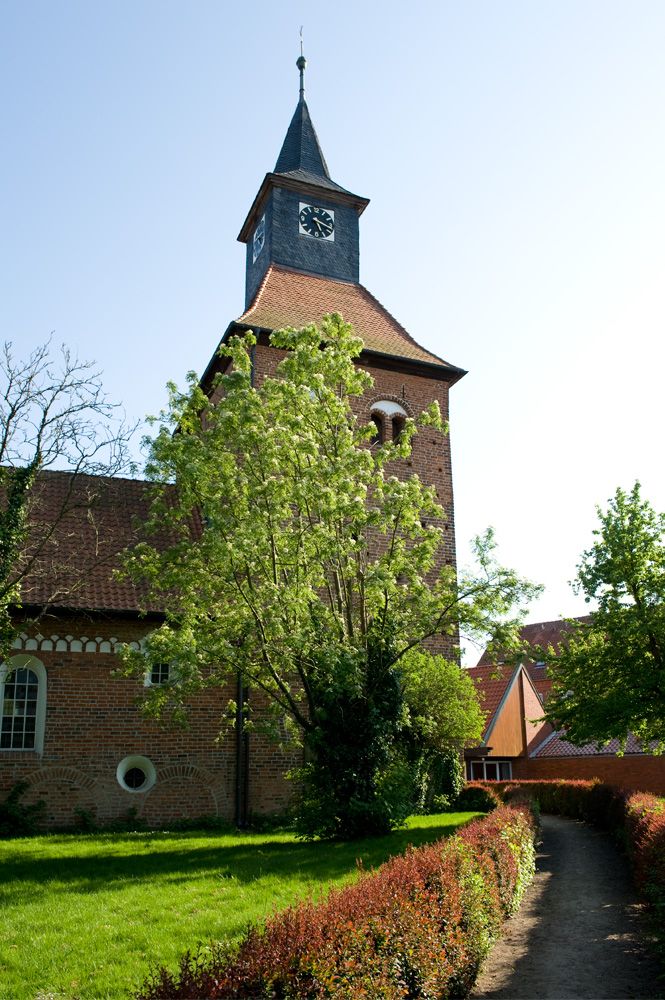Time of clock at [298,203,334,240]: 5:17
